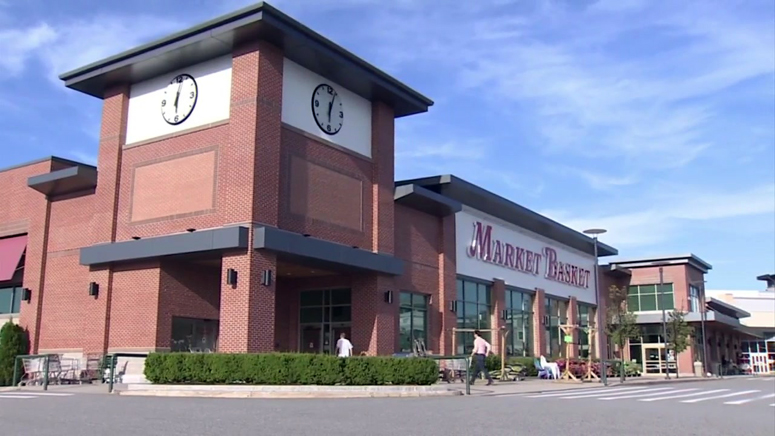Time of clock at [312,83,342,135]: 6:03
